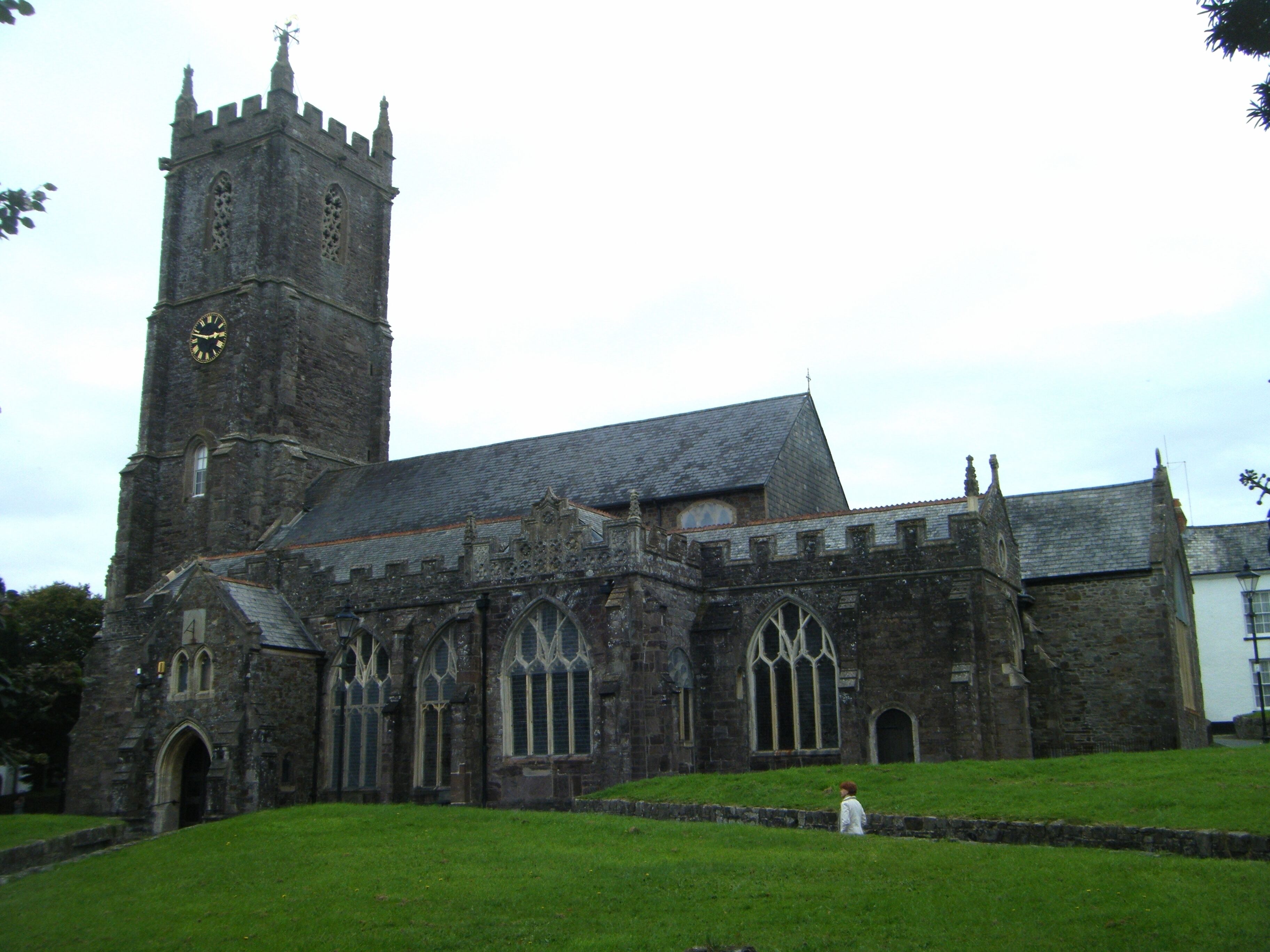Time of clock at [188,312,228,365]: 2:48
